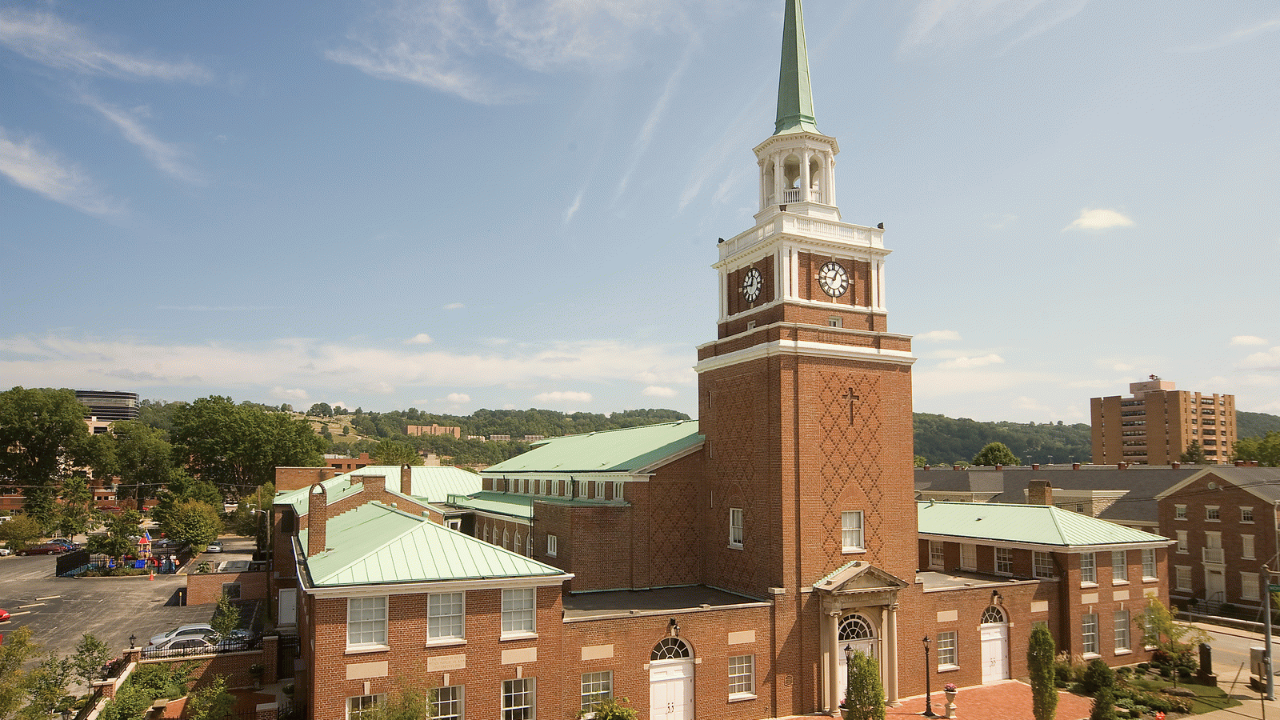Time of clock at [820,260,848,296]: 12:46
